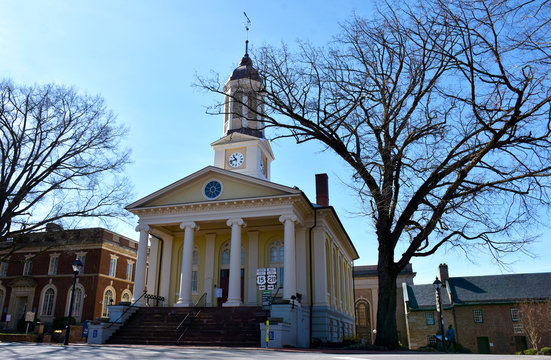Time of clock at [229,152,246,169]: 10:42
